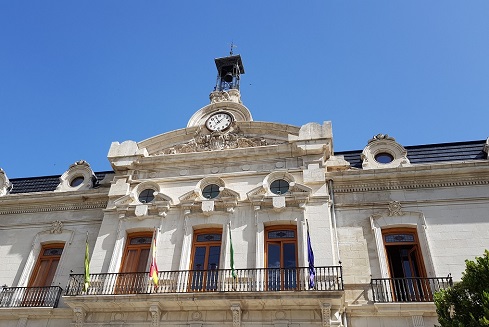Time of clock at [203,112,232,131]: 11:07
